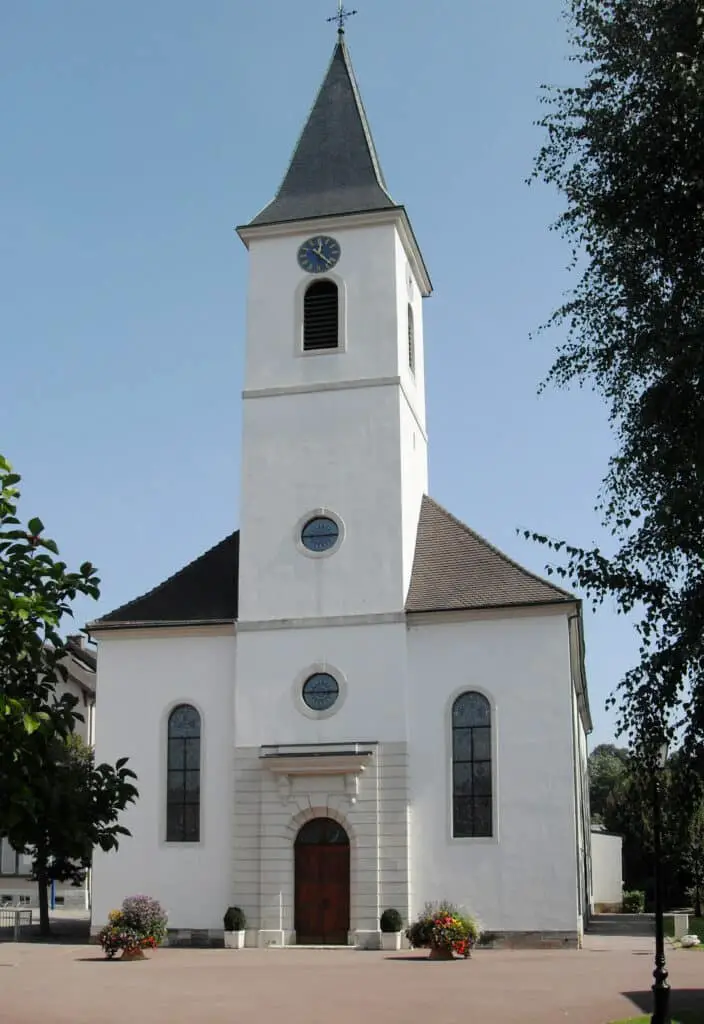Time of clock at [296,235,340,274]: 12:22
